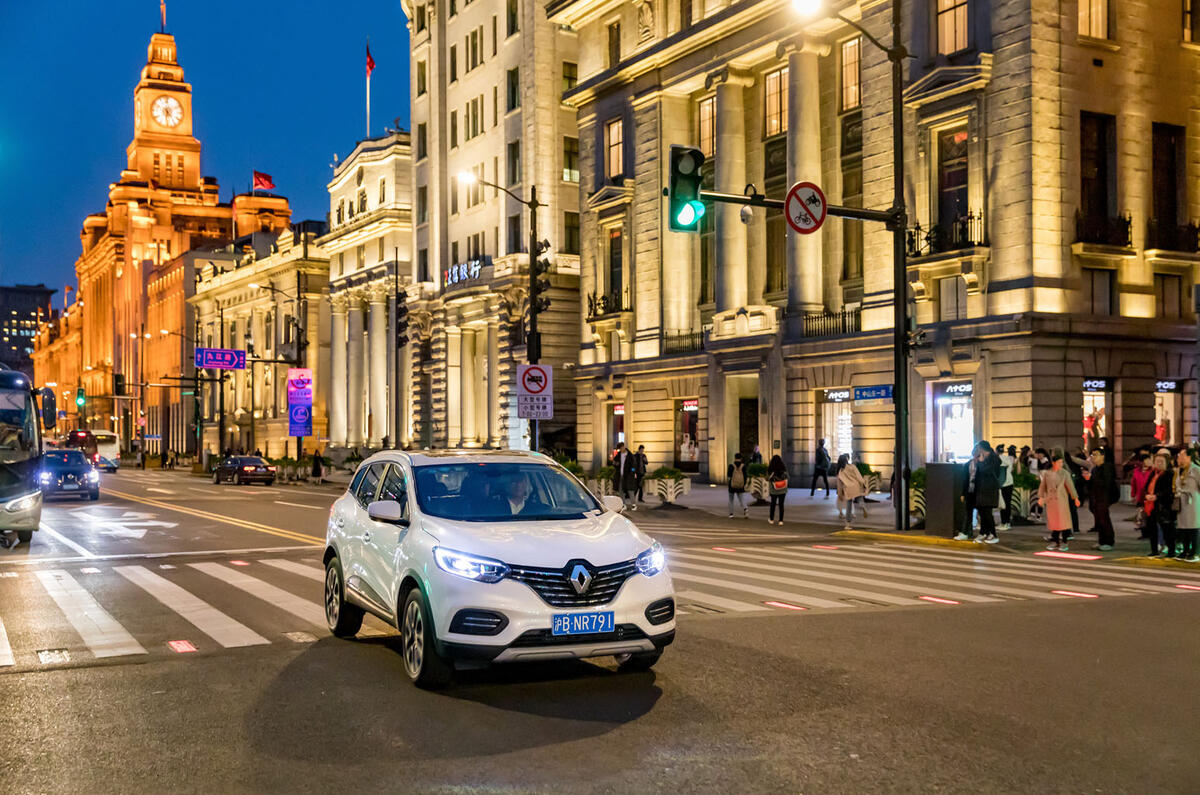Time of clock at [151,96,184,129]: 4:30
